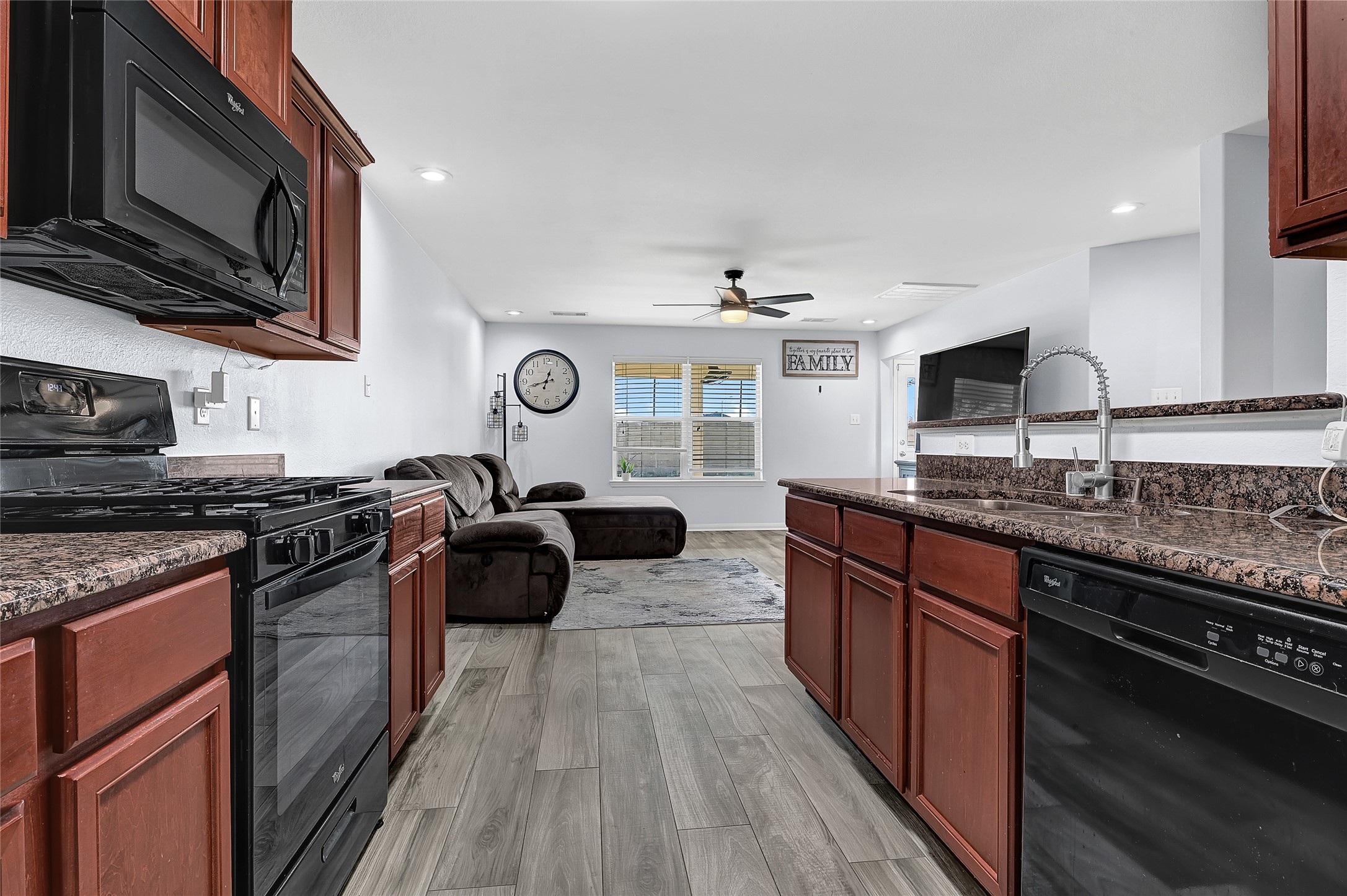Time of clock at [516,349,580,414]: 12:42
